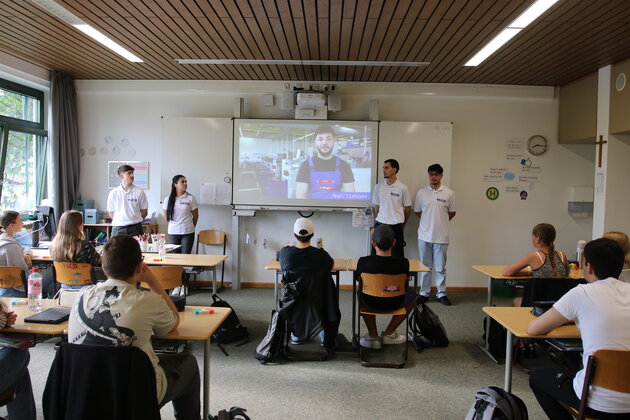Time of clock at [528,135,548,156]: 8:16
